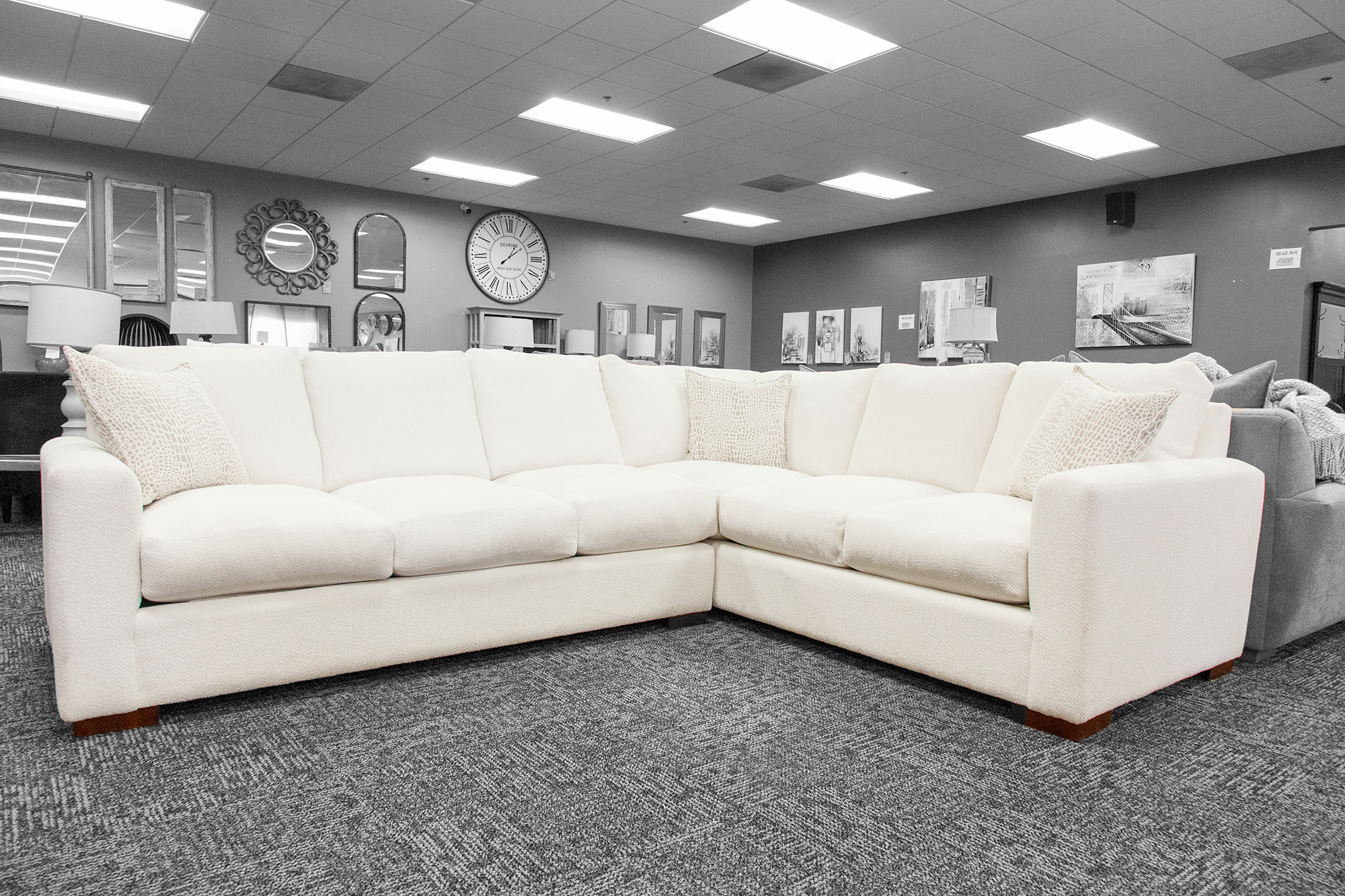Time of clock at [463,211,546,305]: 1:09
